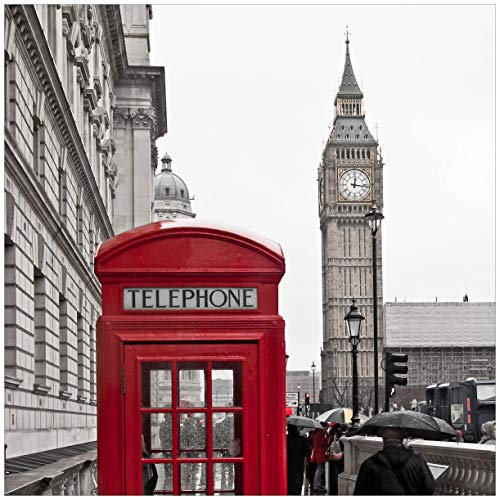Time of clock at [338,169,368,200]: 12:16
